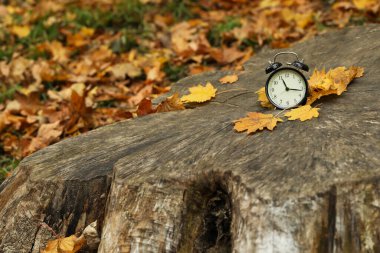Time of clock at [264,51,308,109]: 11:16
